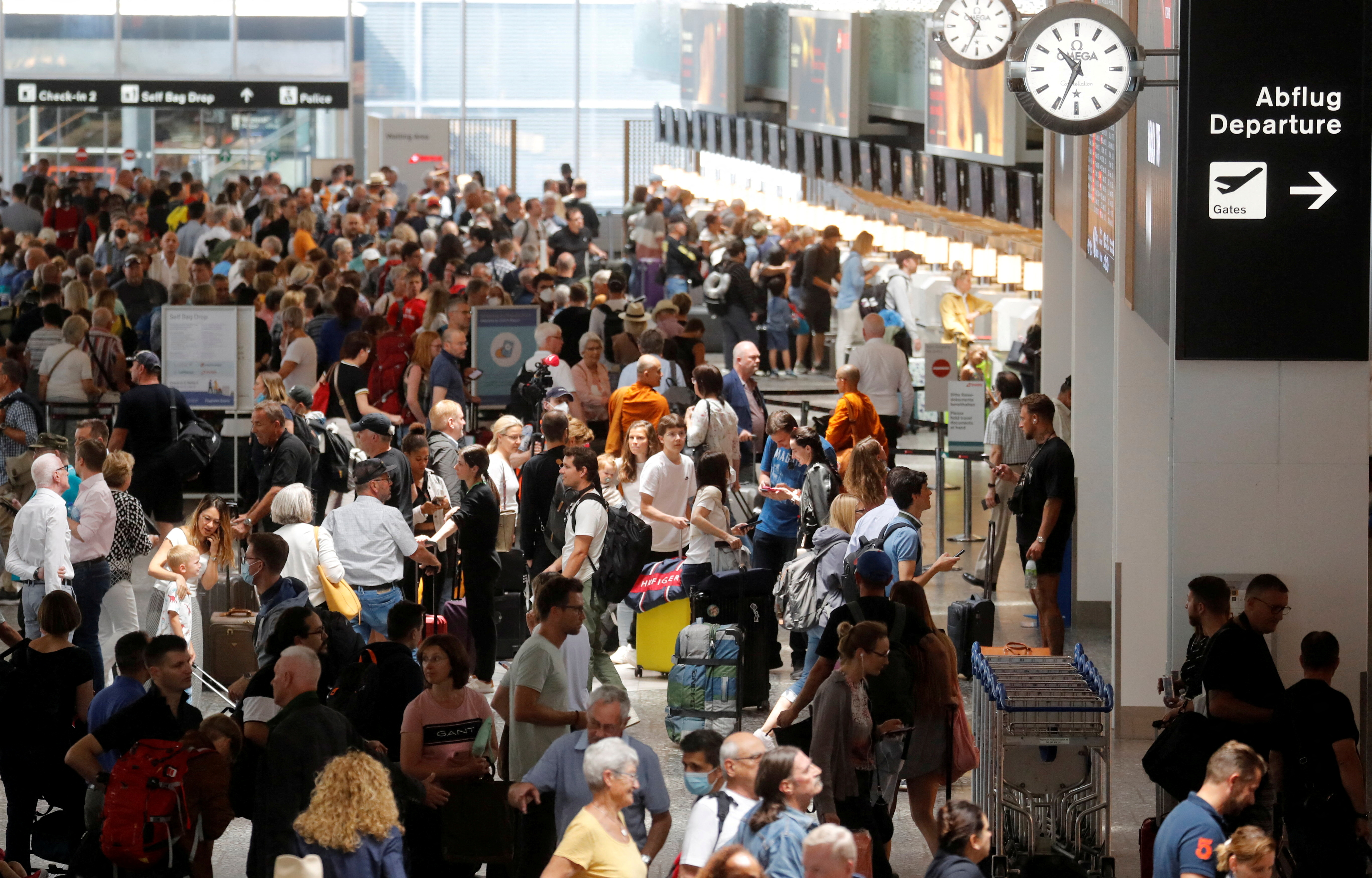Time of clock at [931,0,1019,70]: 10:34
